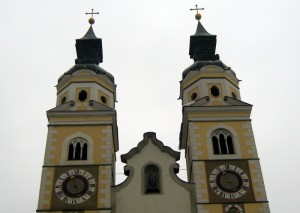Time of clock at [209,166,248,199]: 4:57
